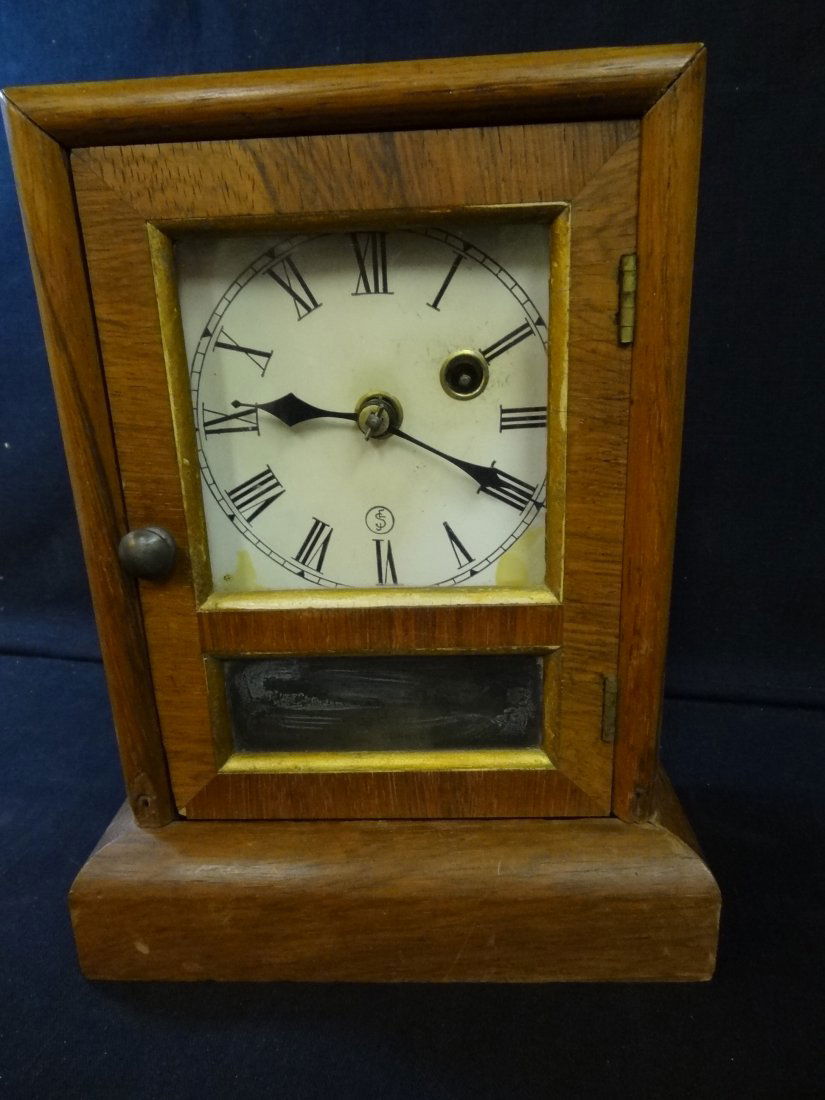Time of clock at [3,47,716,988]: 9:19
